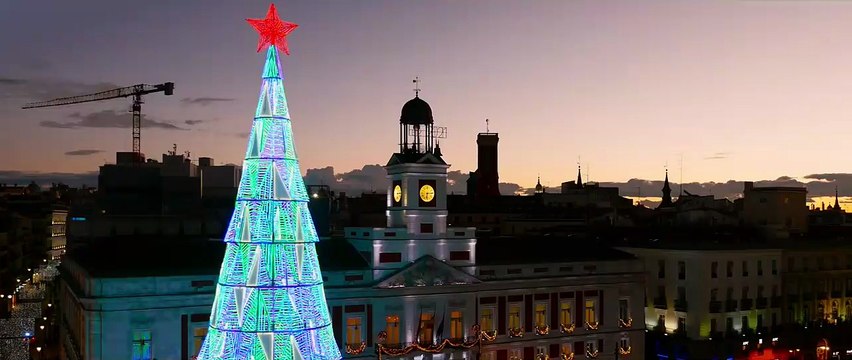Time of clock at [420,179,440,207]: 6:14
